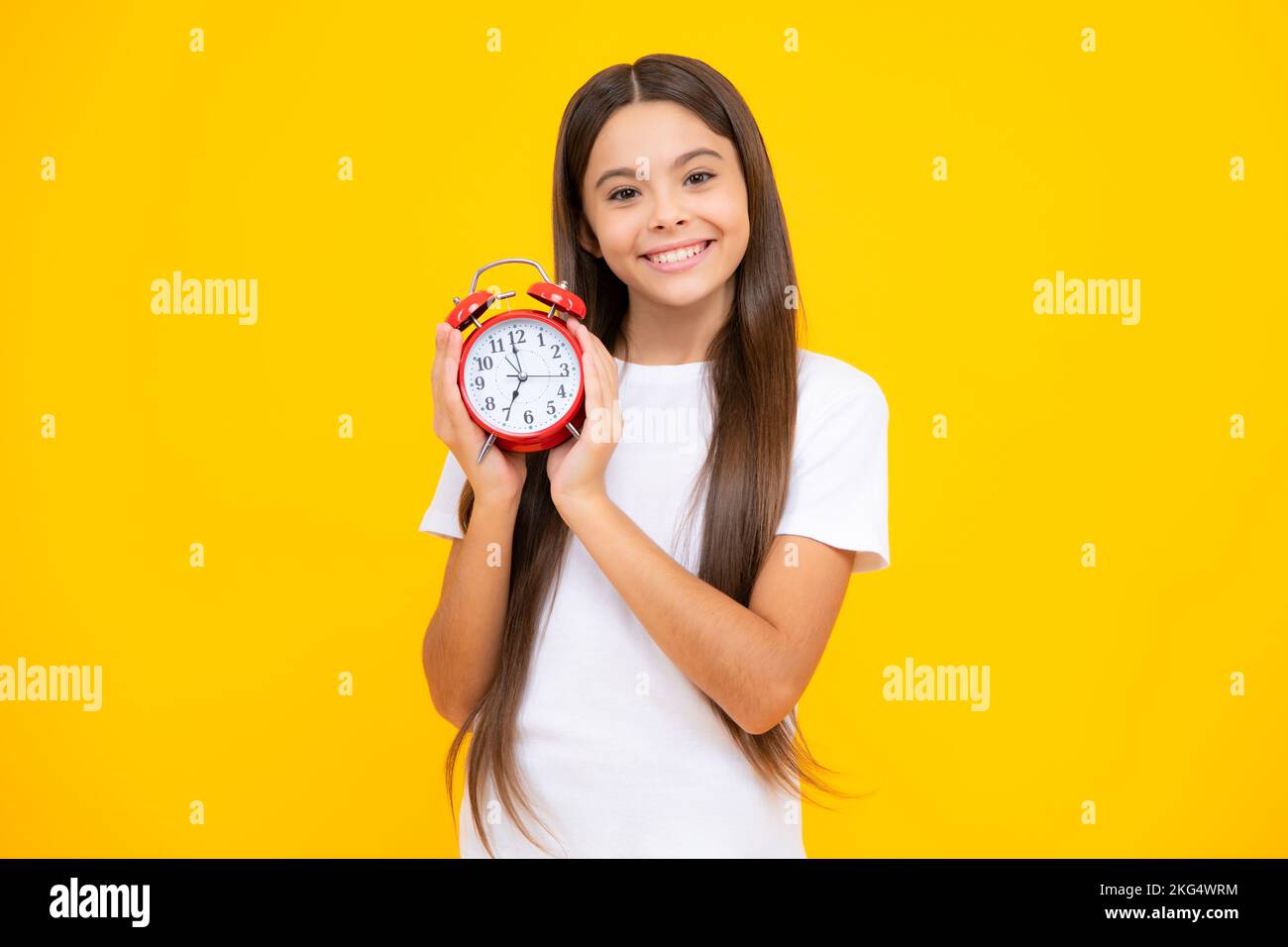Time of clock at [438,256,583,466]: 6:59
